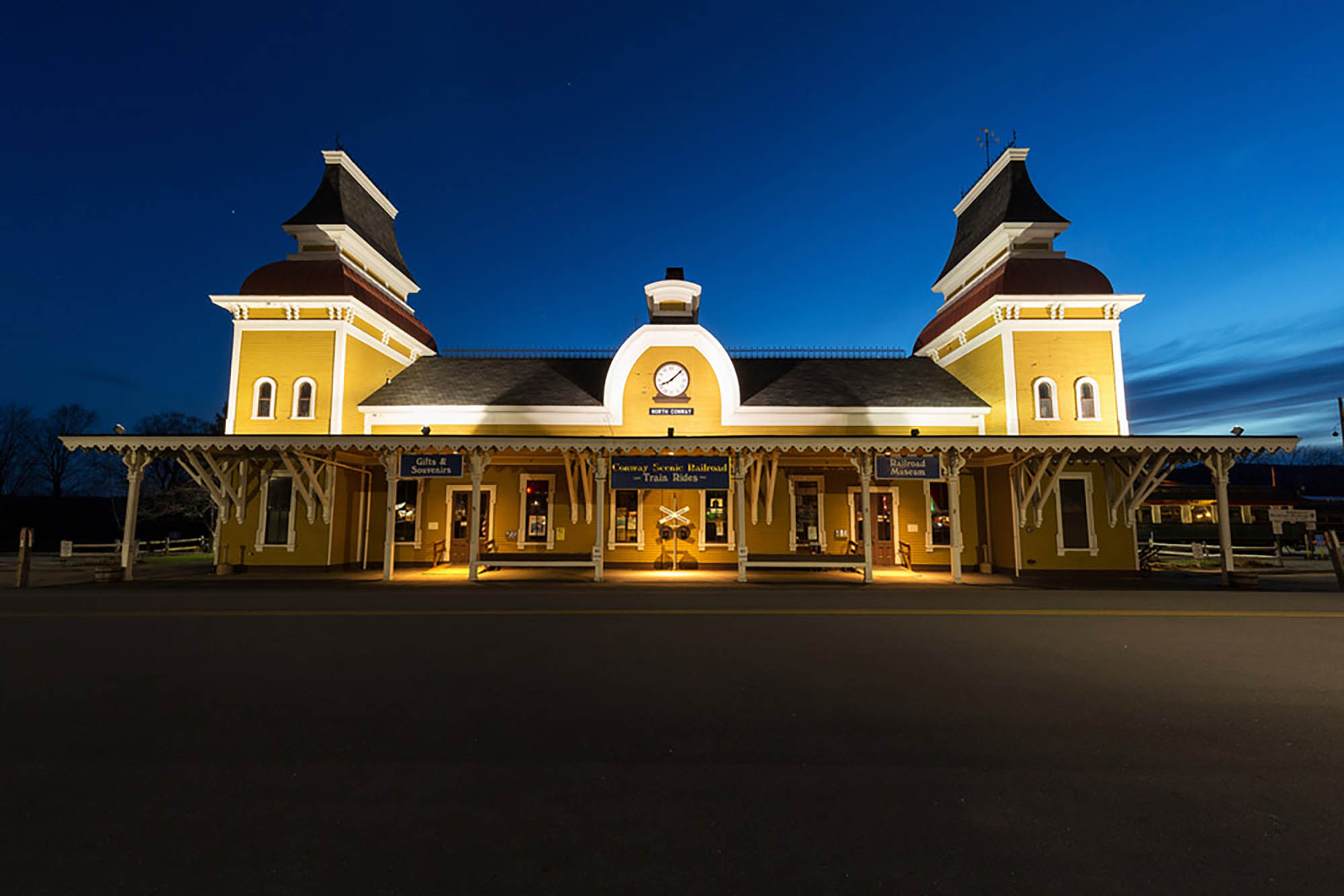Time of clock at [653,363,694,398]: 8:07
